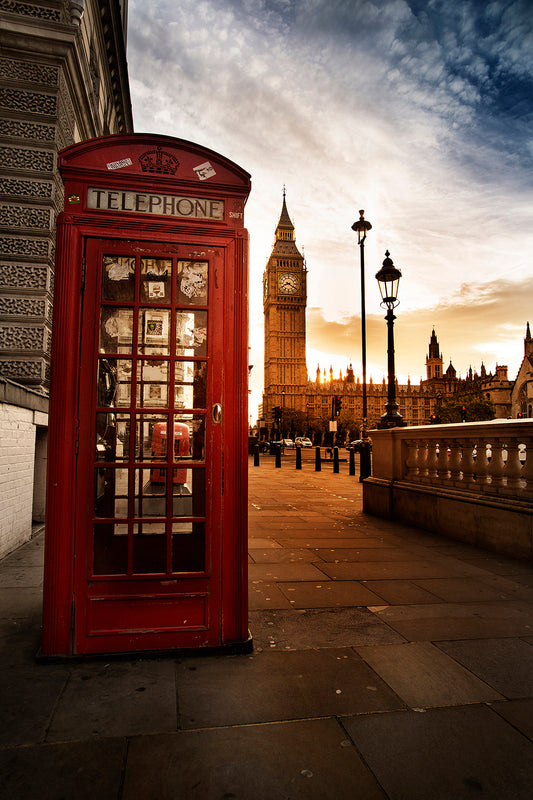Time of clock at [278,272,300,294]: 8:20
